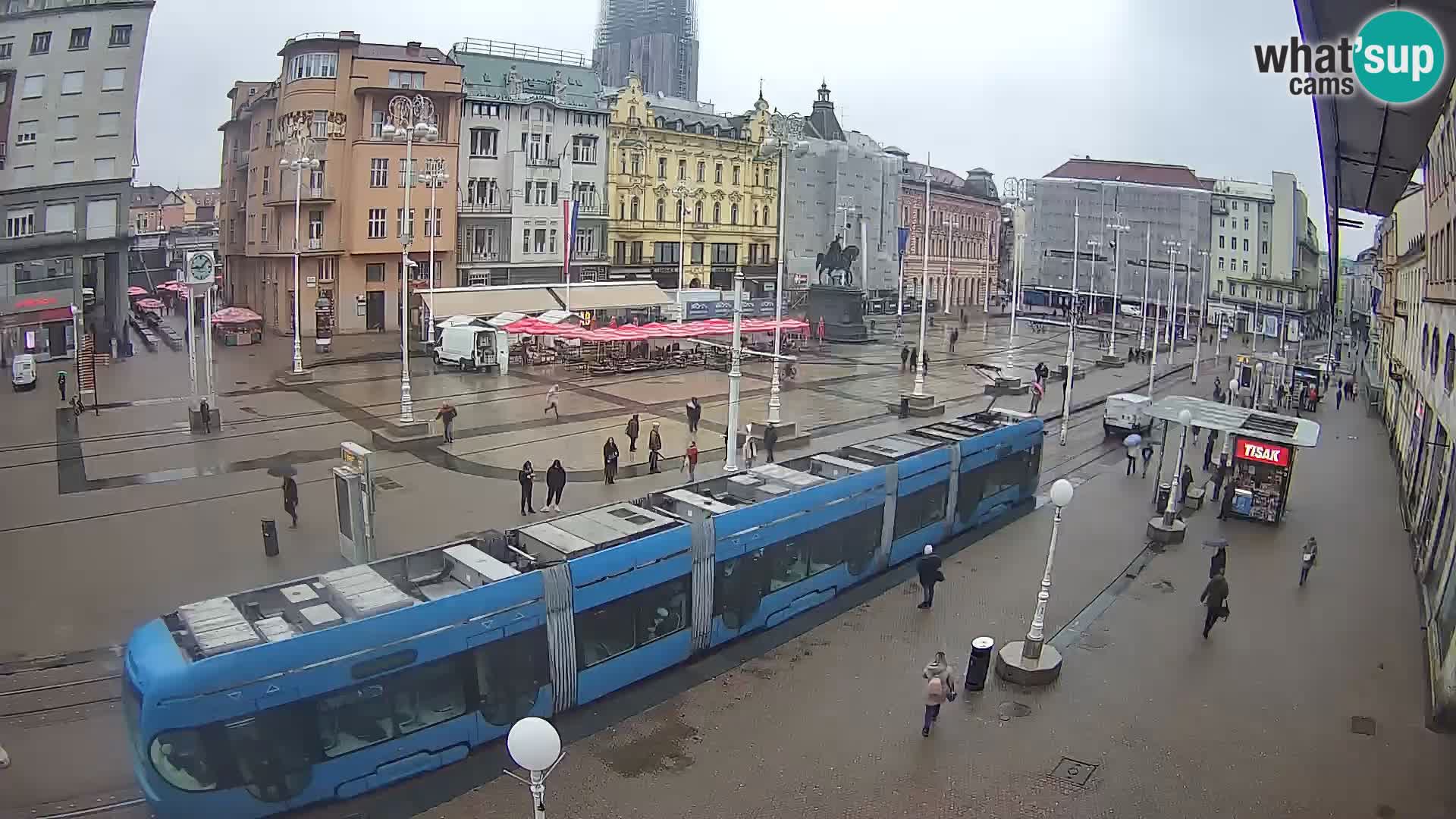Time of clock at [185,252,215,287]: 9:07
